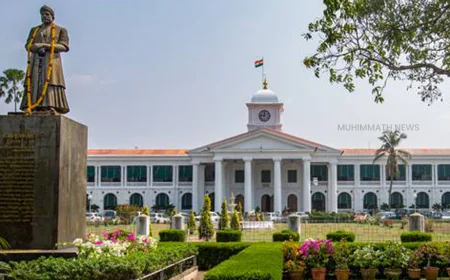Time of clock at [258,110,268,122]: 11:46
